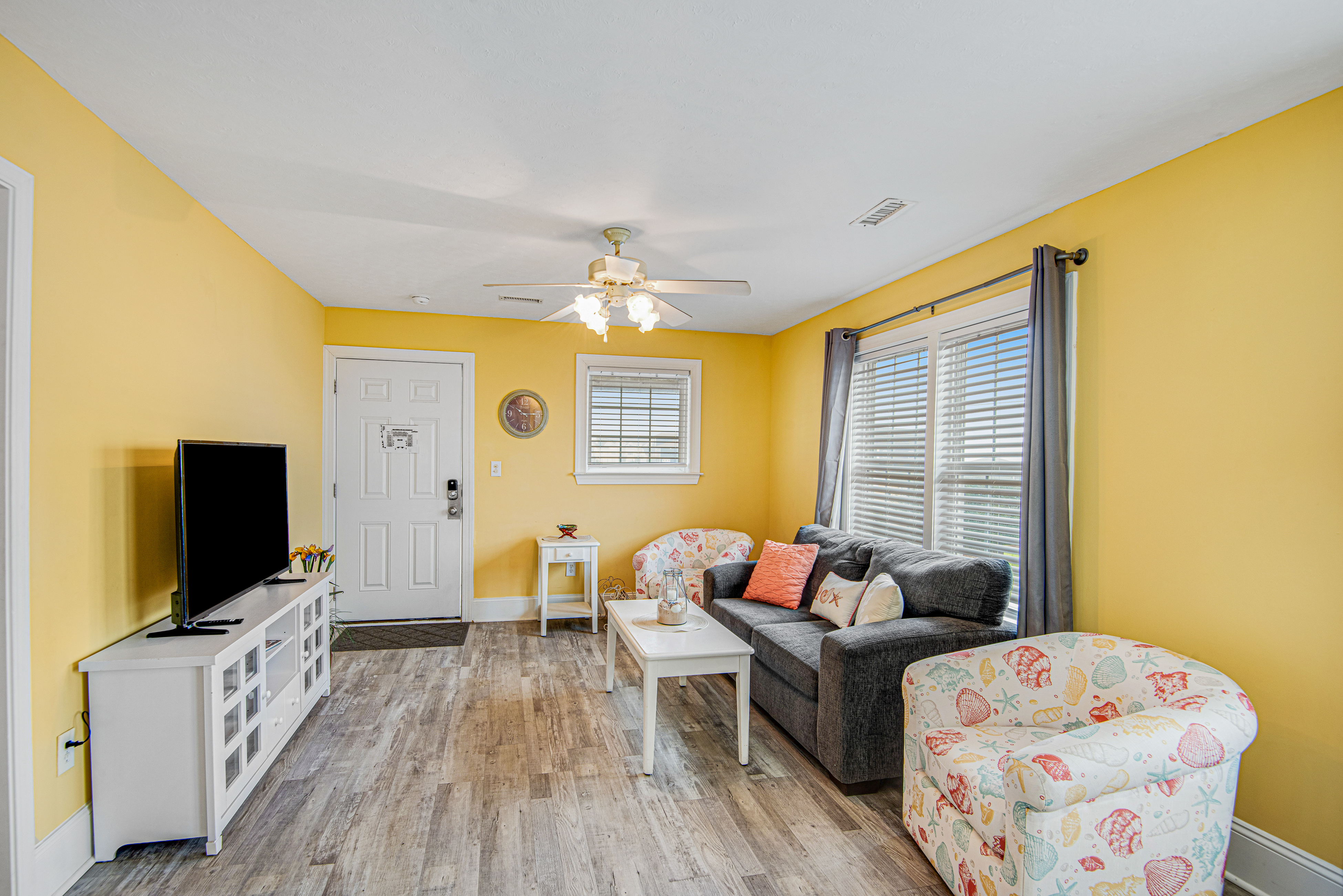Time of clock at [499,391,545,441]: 10:14
